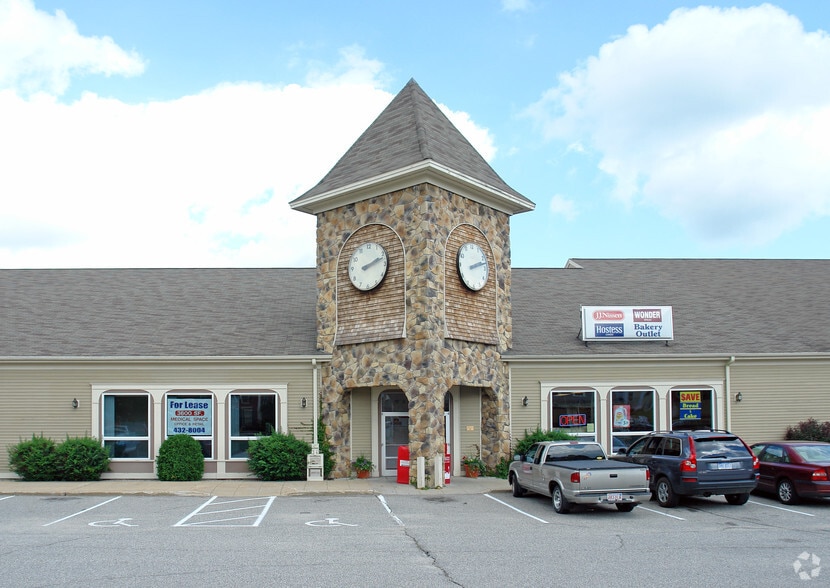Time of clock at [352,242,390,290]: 2:12
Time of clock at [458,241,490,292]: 2:12
